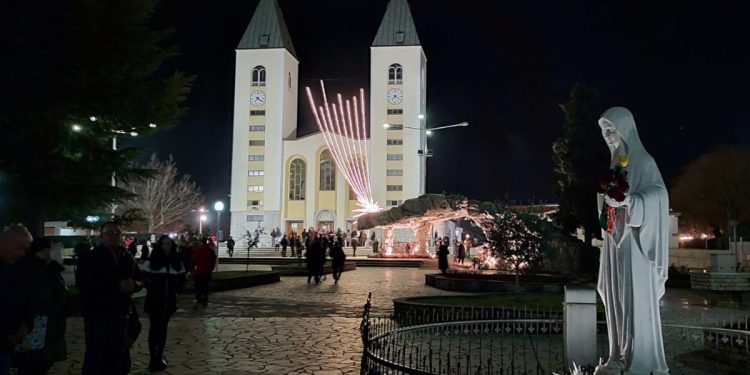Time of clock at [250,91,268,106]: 7:20
